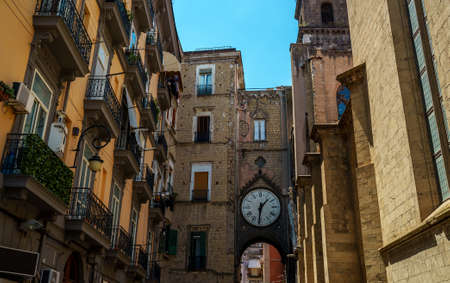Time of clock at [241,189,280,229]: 1:31
